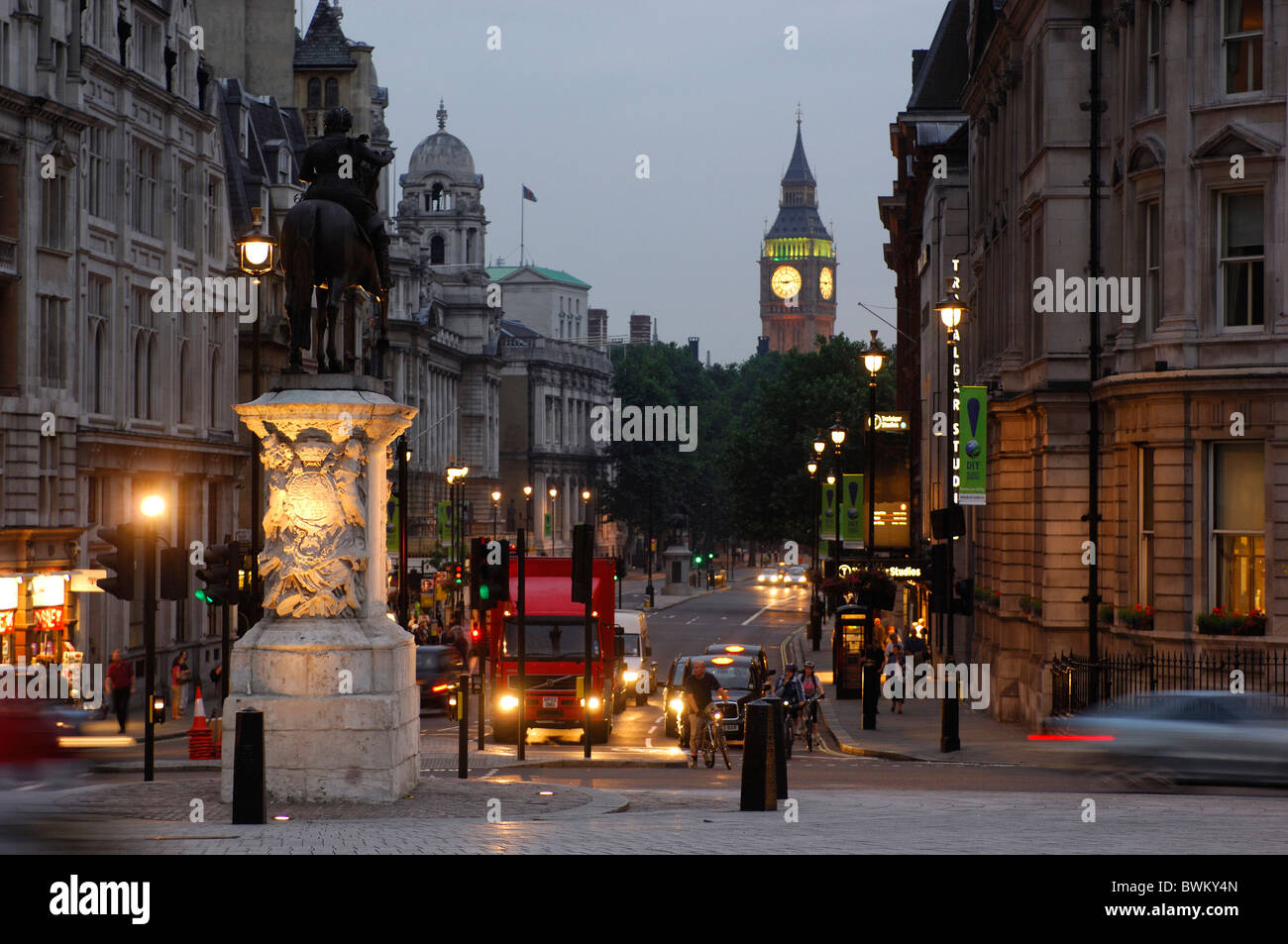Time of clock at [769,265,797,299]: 9:12
